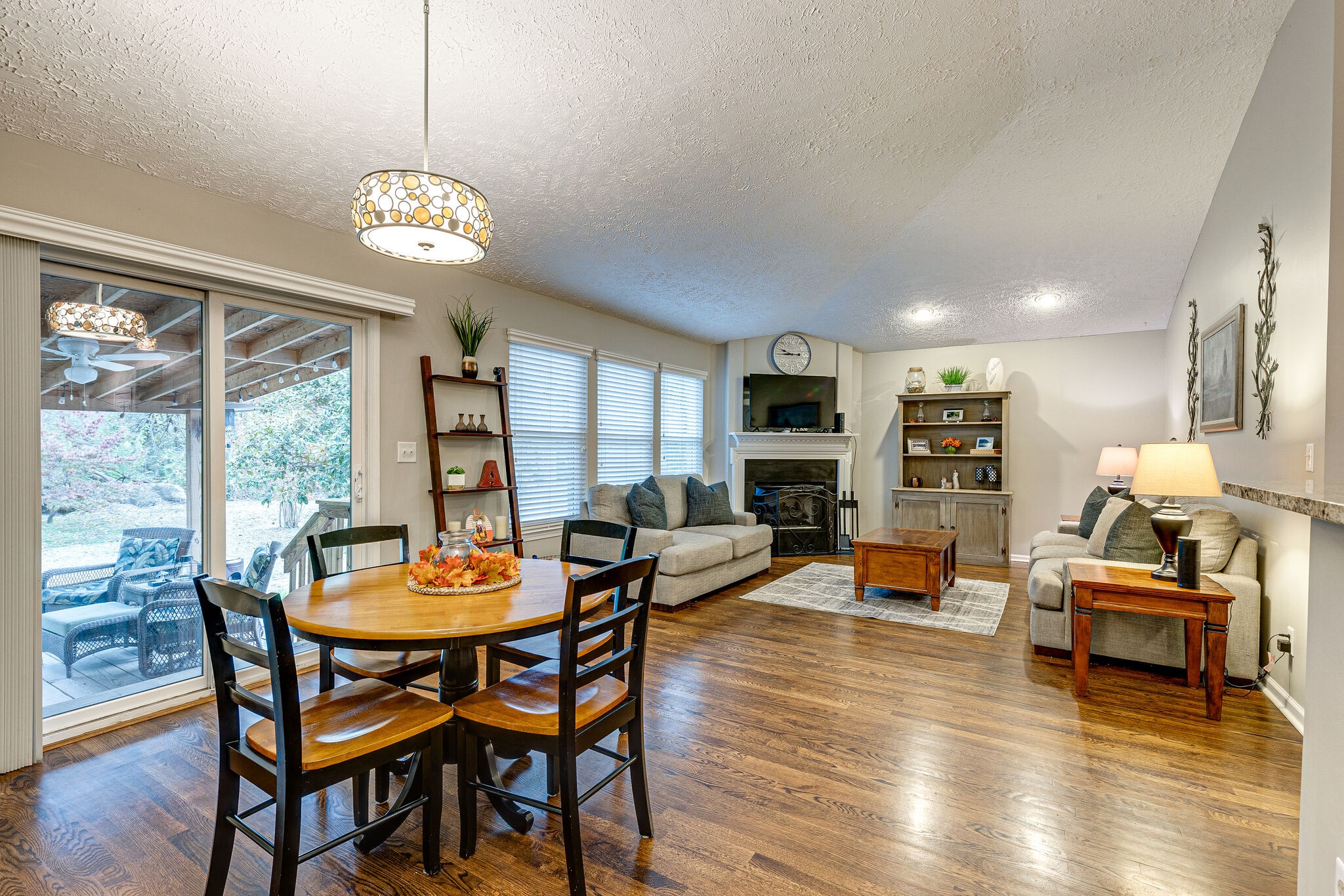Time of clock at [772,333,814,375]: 9:45
